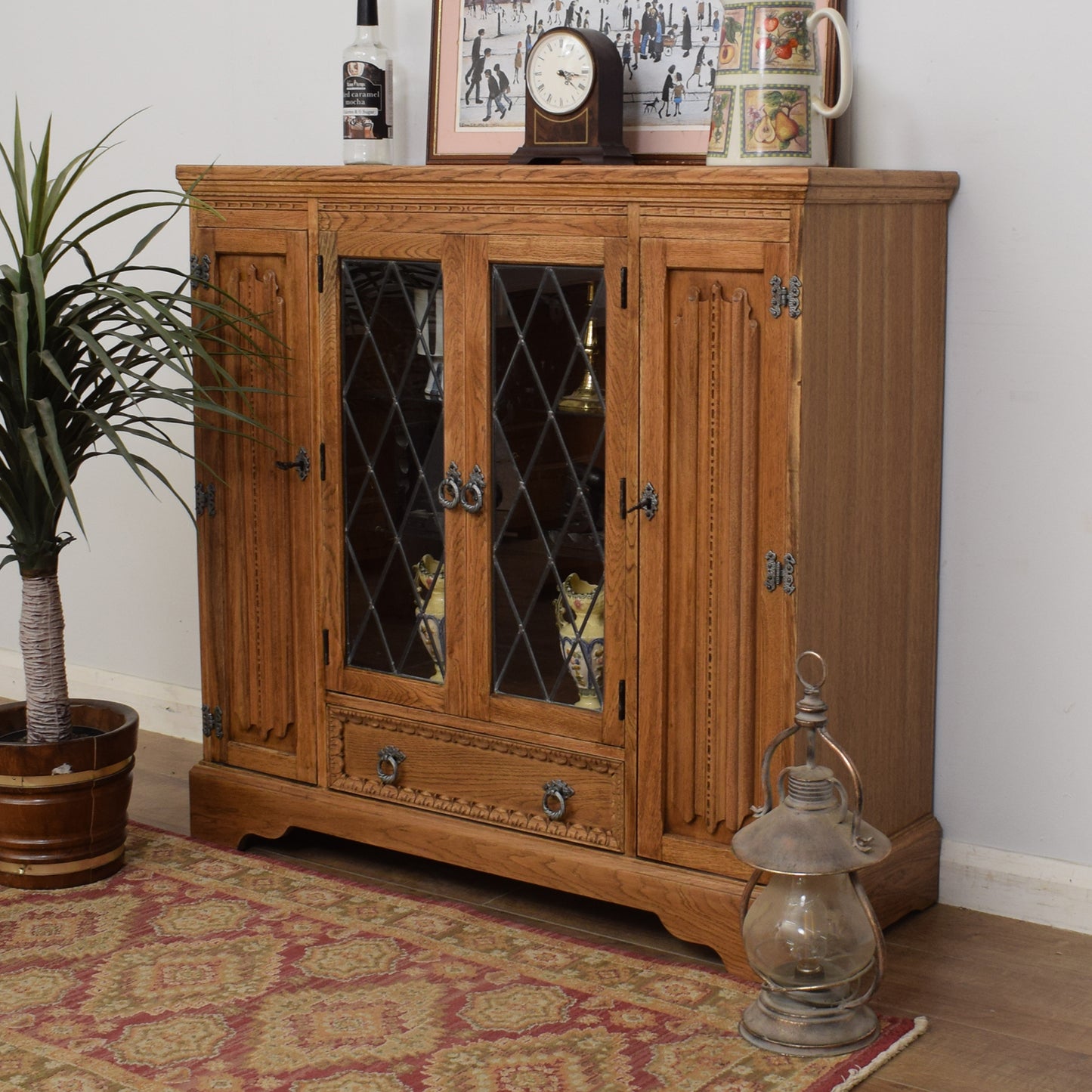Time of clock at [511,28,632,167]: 4:16
